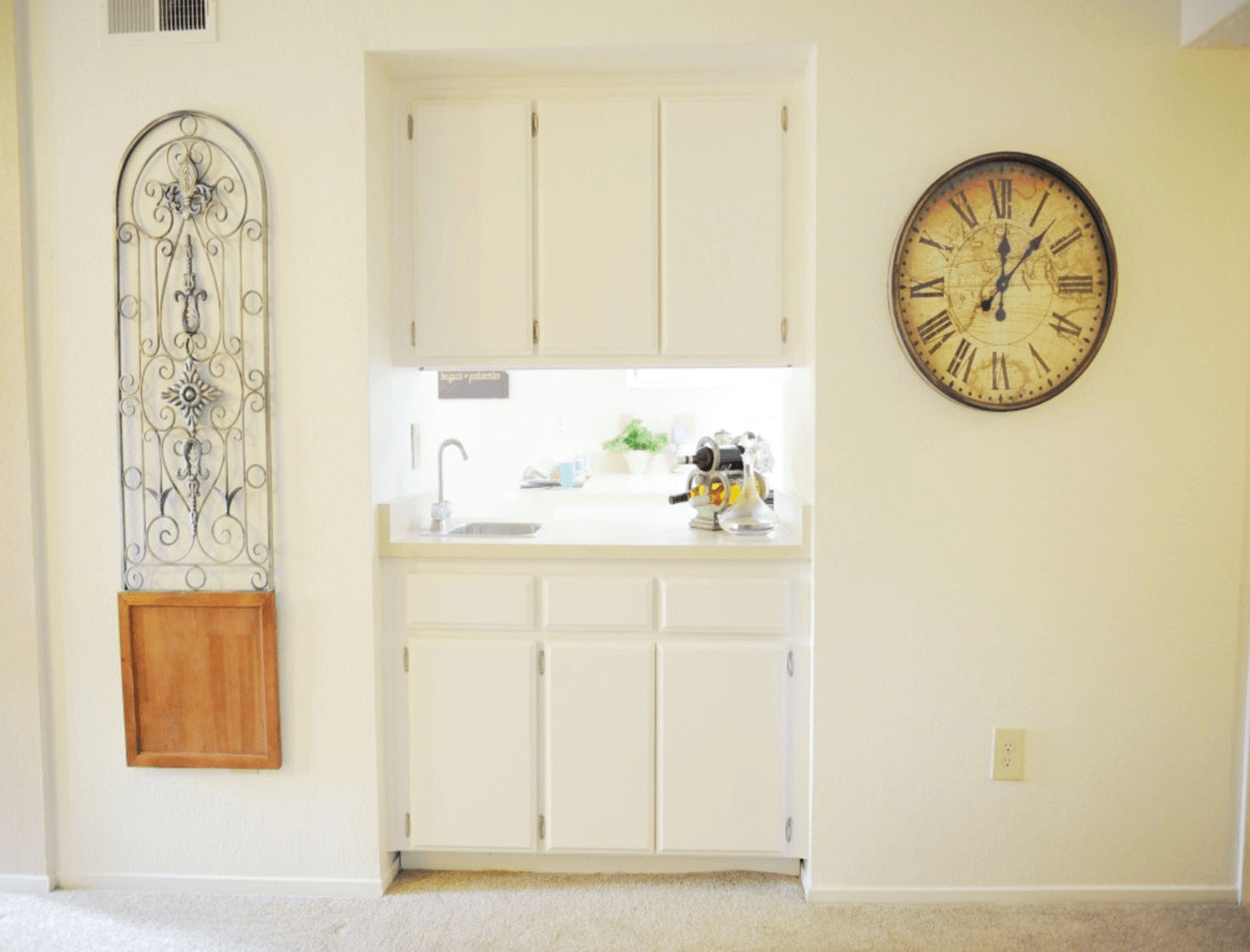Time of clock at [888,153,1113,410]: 12:07
